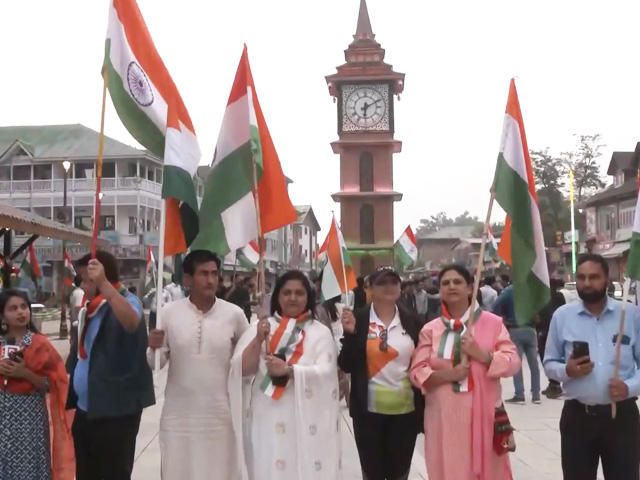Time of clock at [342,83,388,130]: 6:10
